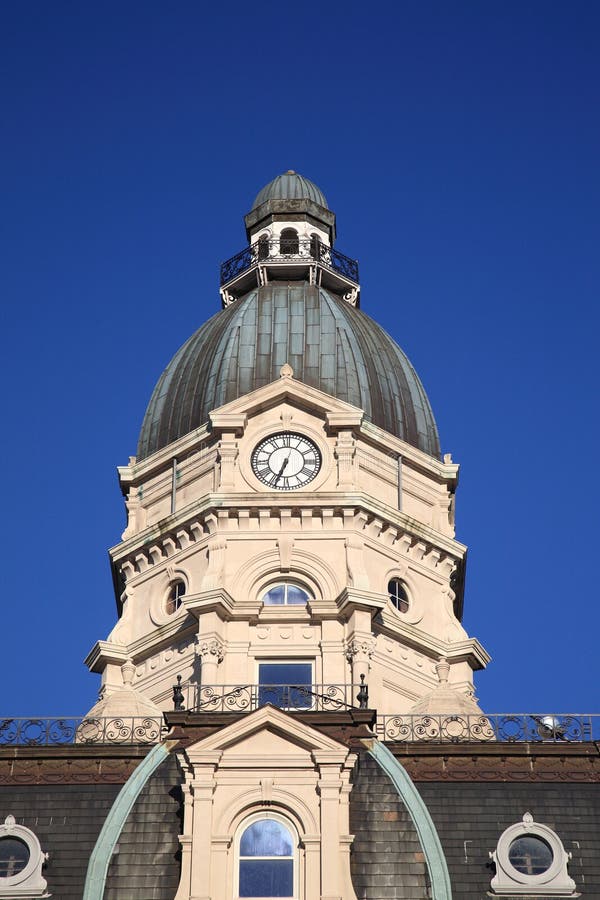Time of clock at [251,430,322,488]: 6:33
